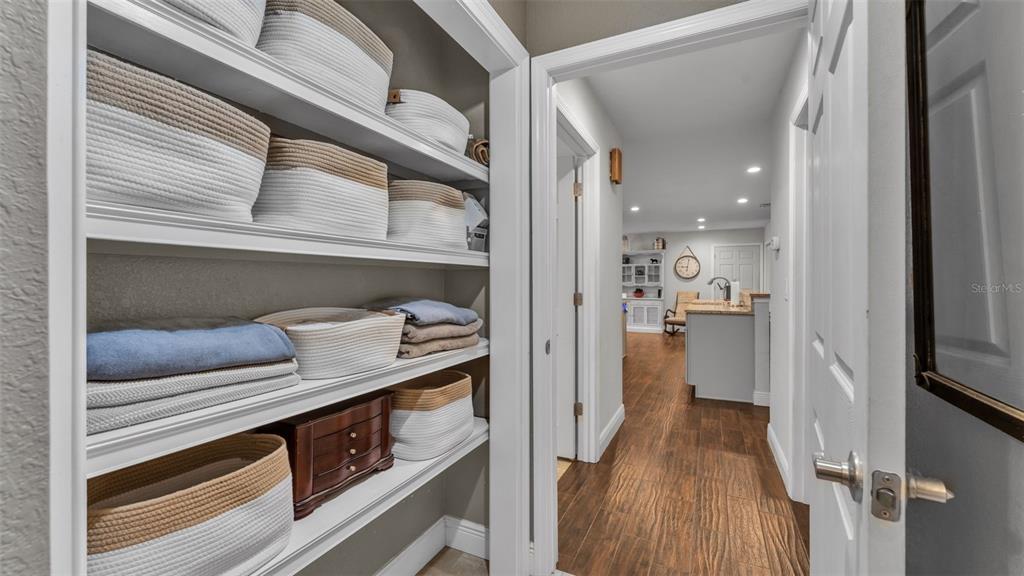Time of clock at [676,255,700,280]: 9:01
